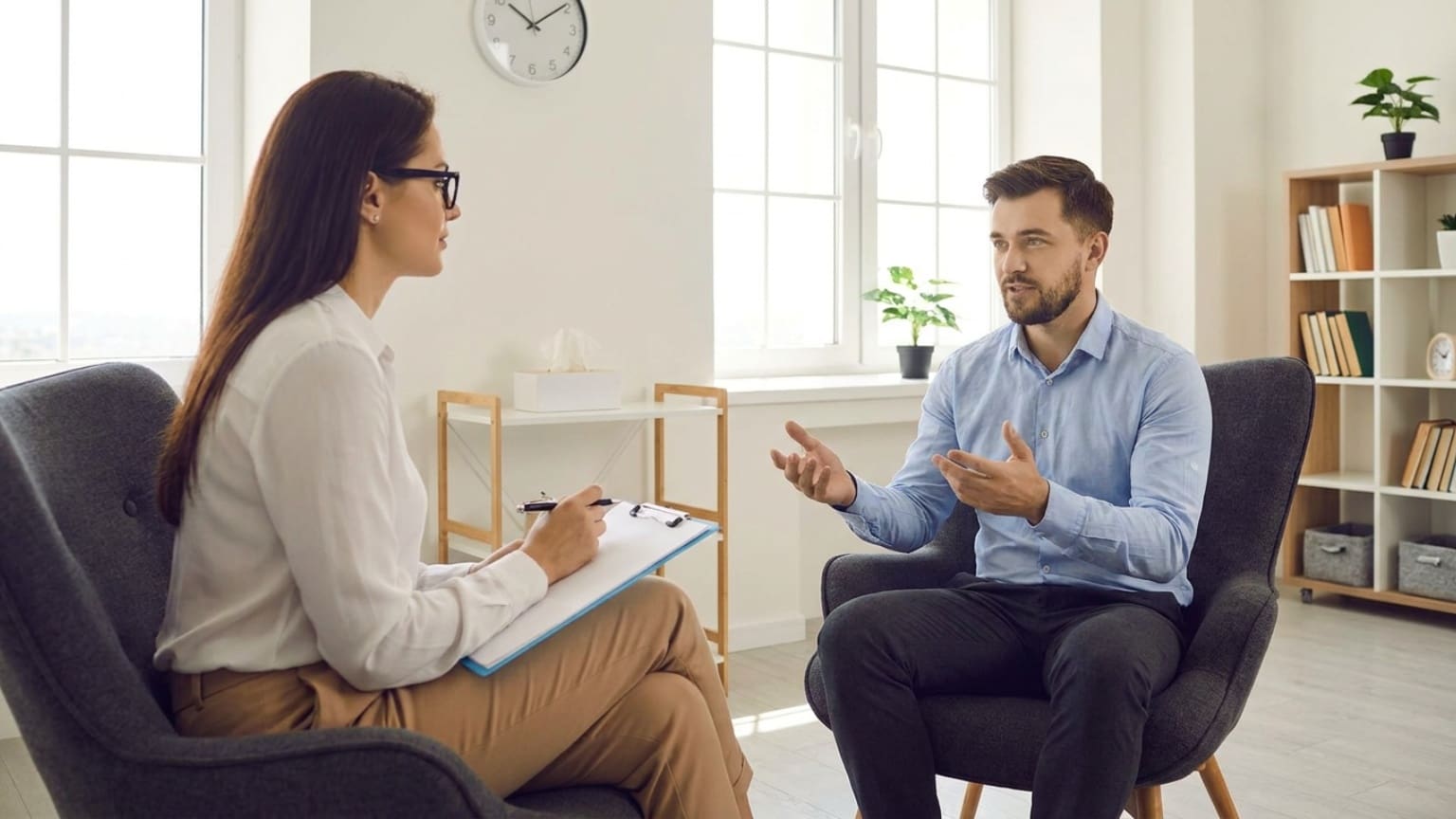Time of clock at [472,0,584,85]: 10:08
